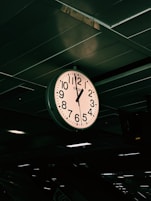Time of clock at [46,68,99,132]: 12:58
